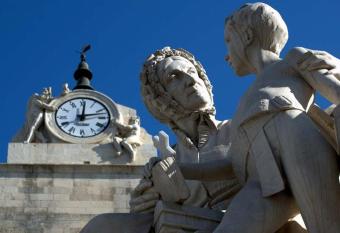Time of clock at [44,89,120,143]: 12:12
